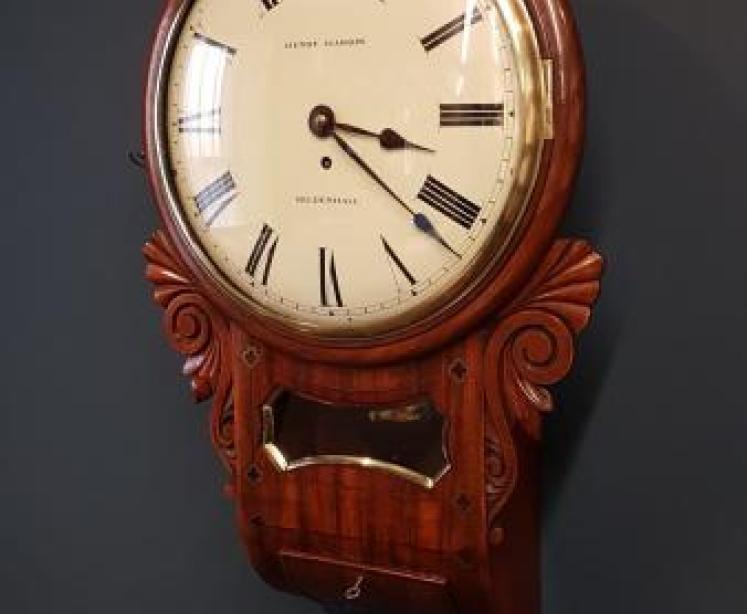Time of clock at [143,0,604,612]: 3:21
